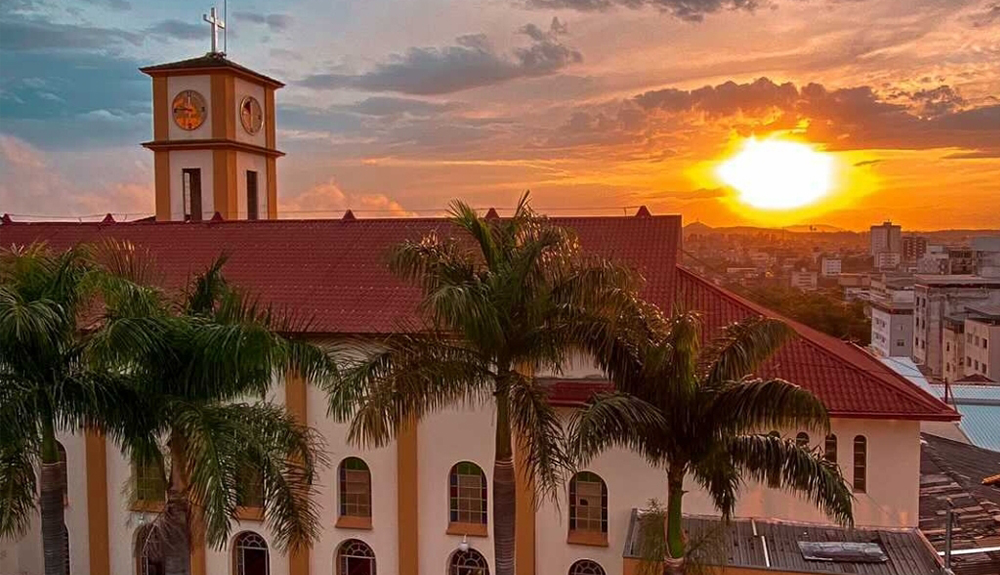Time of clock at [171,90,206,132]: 9:45
